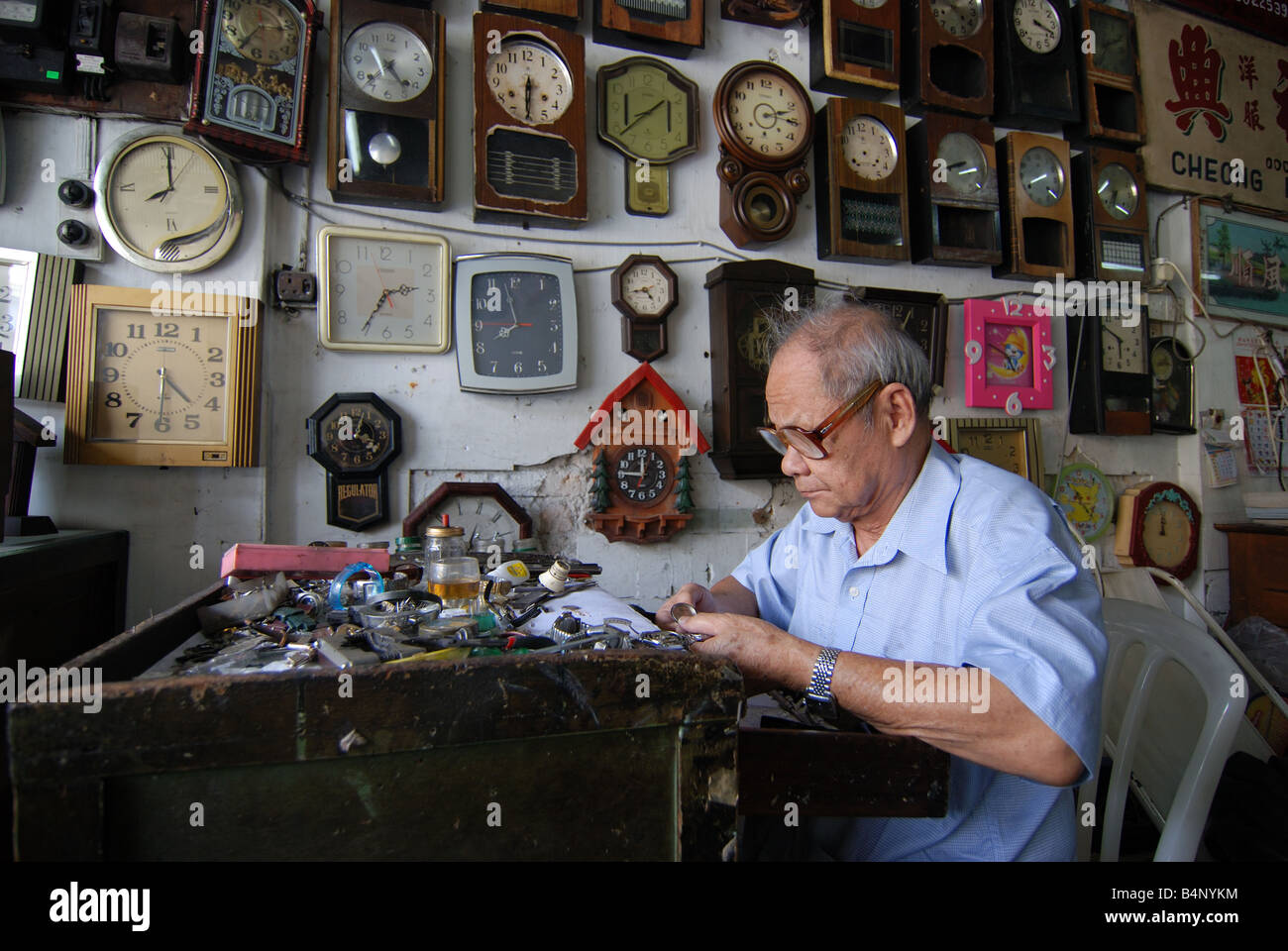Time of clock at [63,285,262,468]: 4:30
